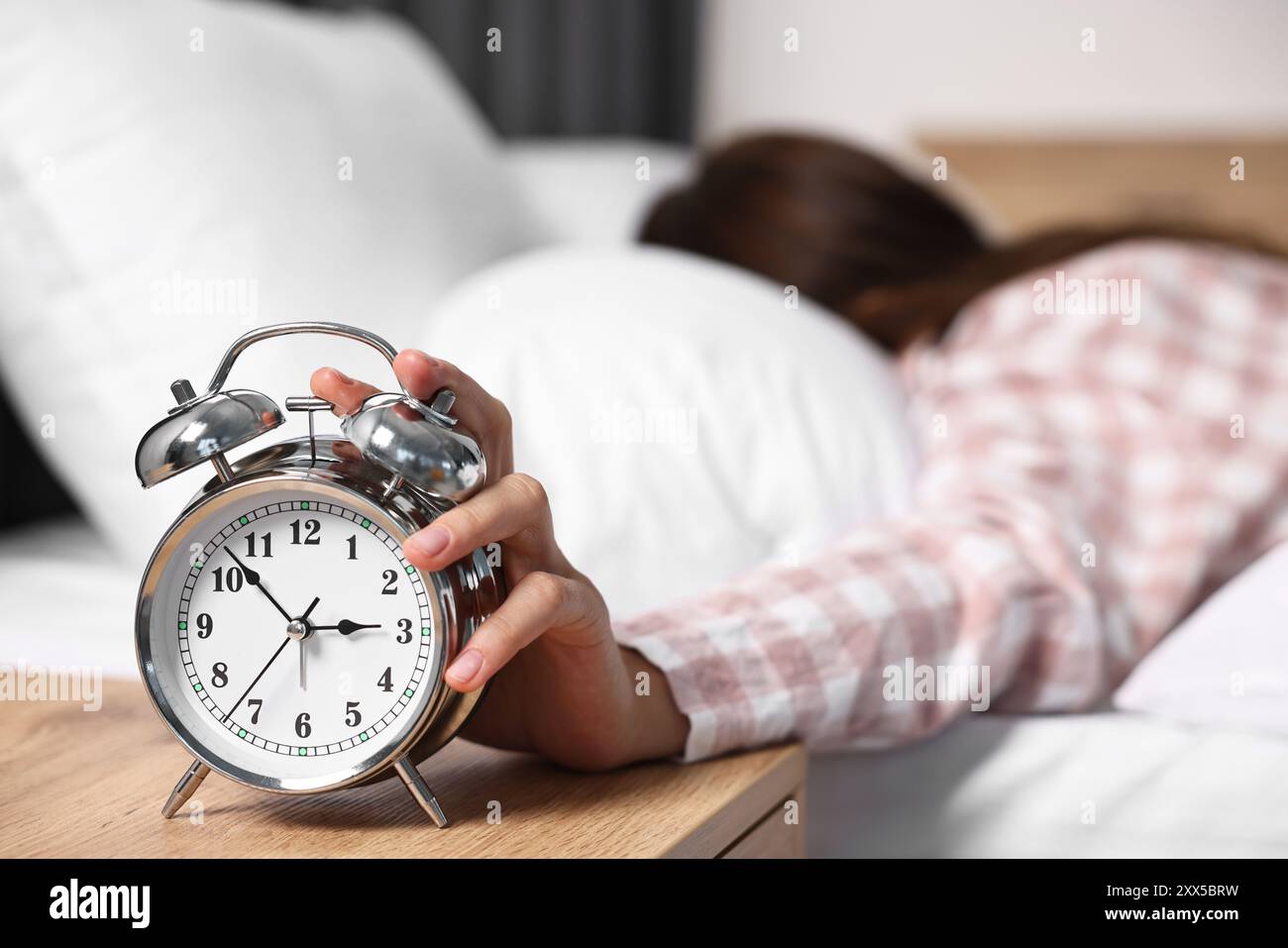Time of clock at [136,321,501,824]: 2:52
